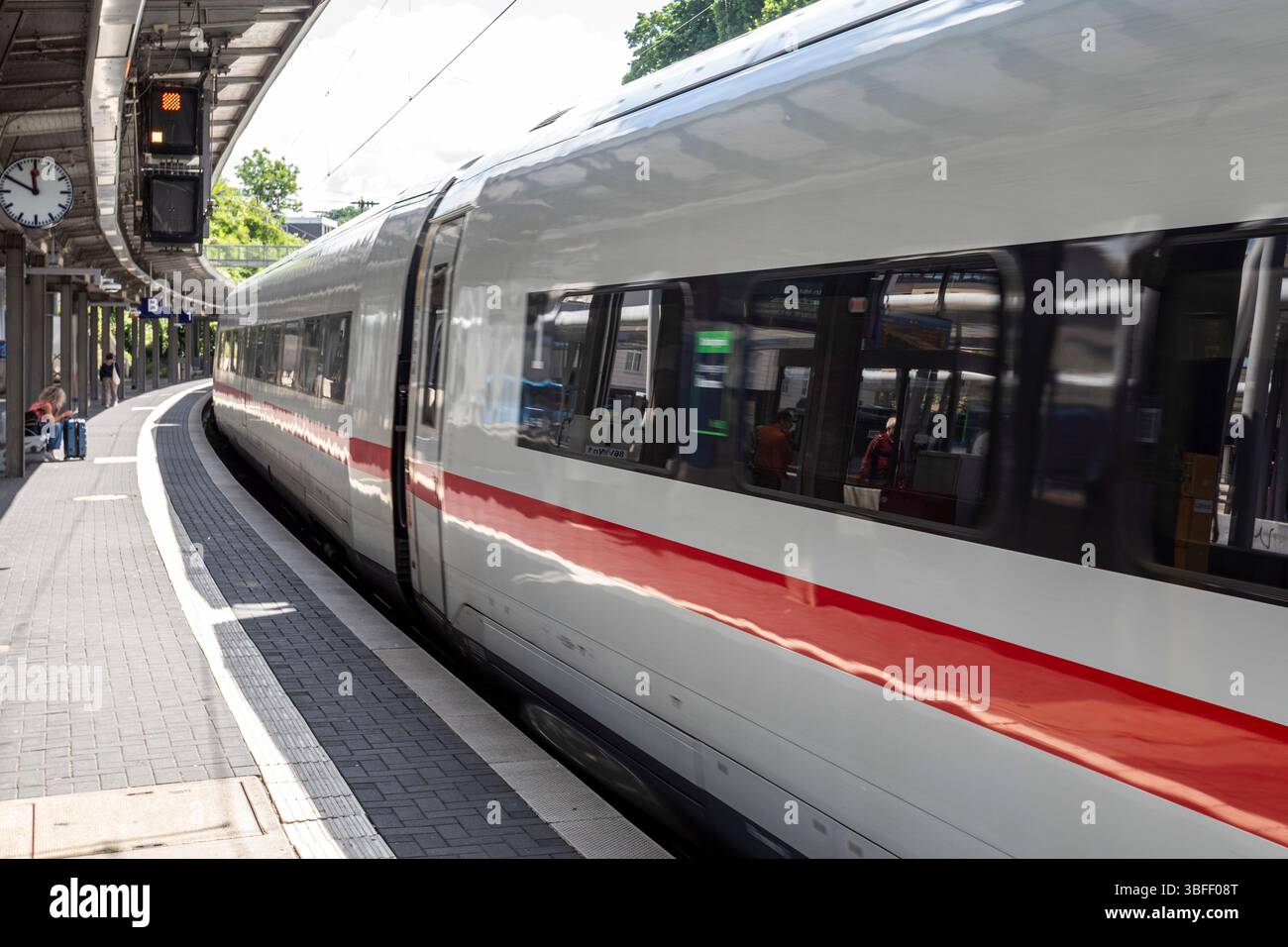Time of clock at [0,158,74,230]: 11:49
